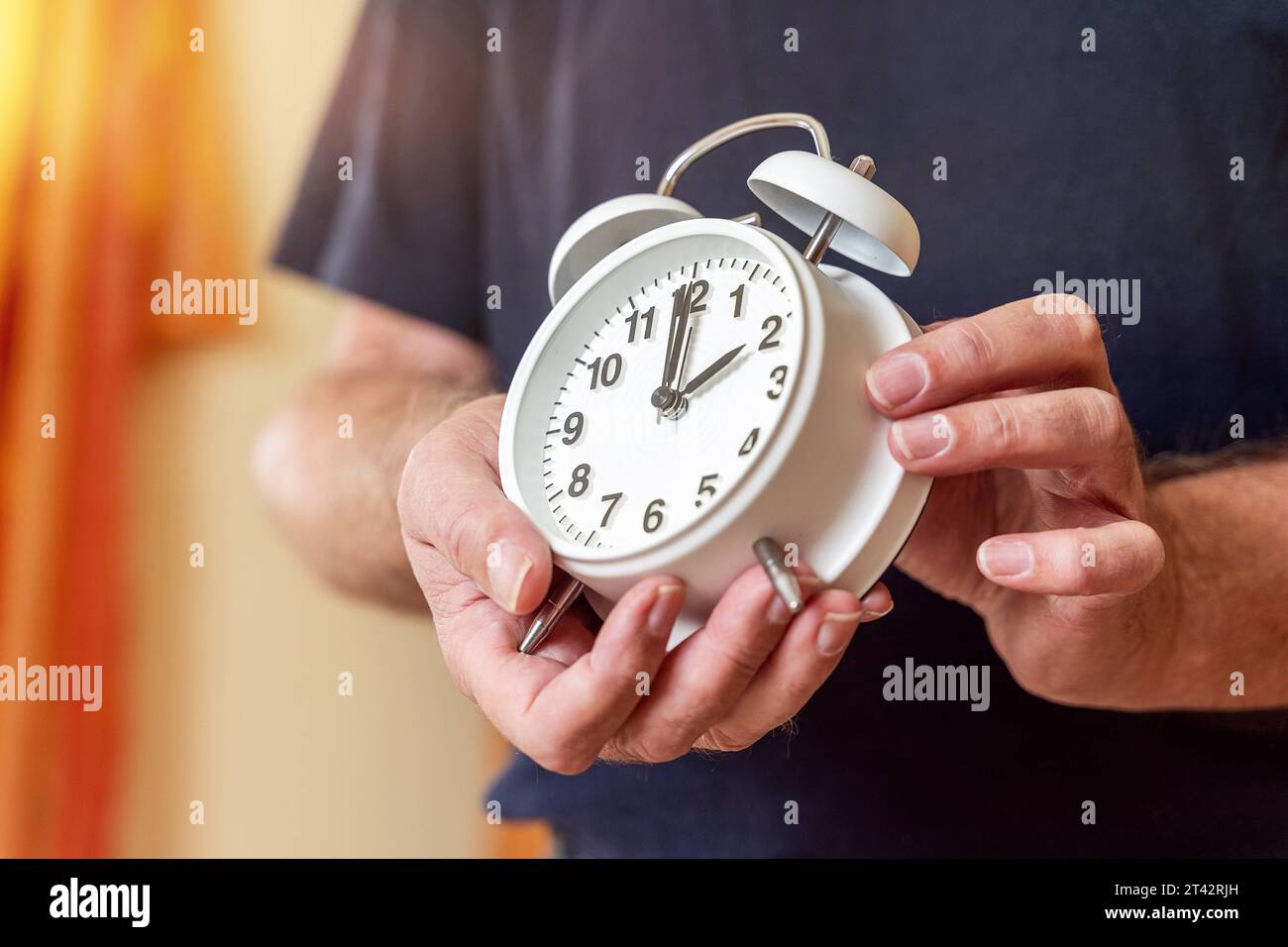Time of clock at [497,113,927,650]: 2:00
